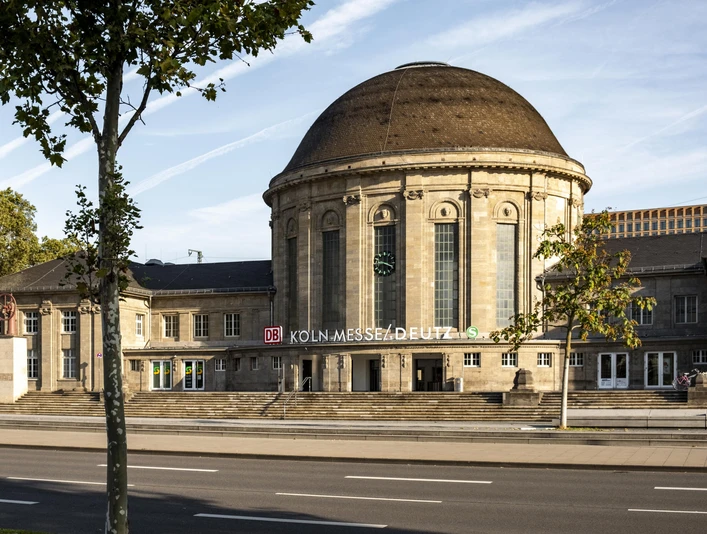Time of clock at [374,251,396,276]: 12:18
